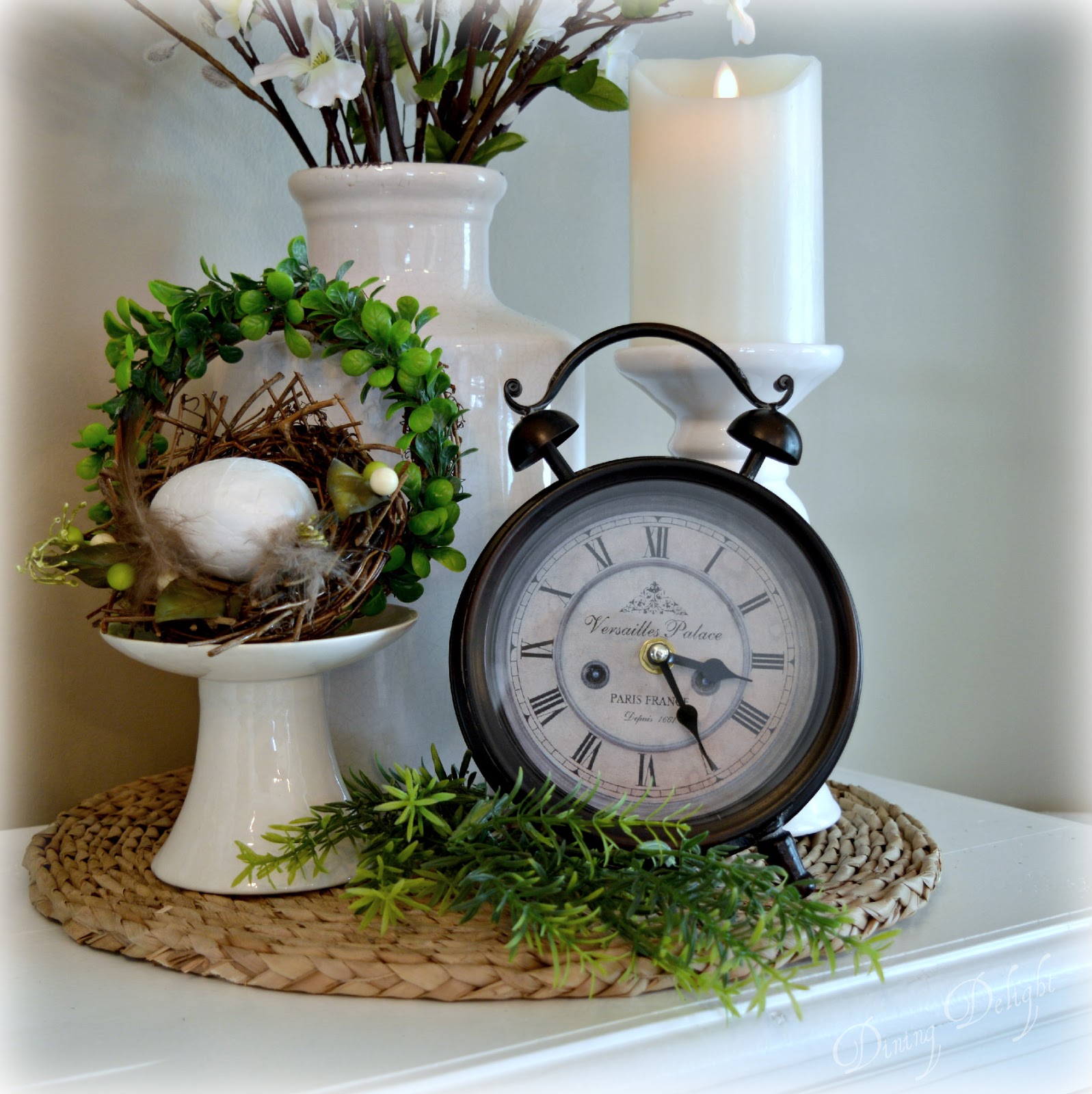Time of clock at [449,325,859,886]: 3:24
